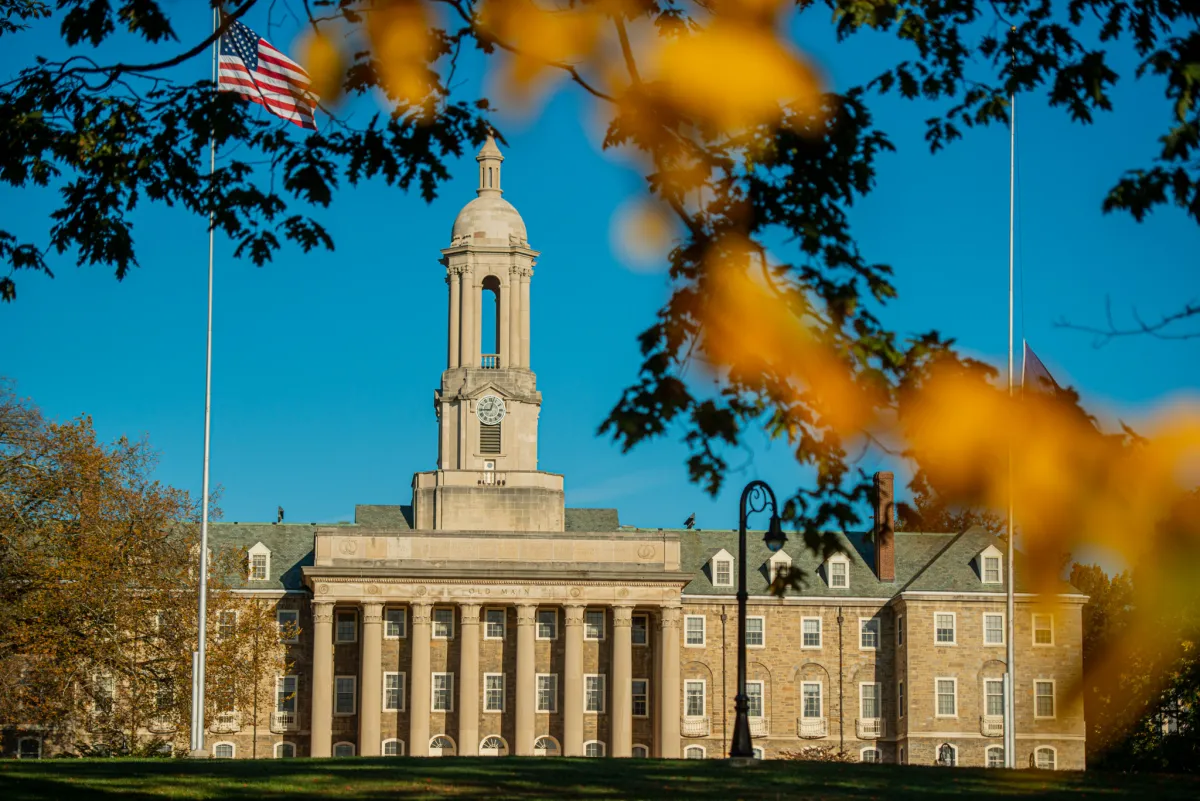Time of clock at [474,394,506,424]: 9:02
